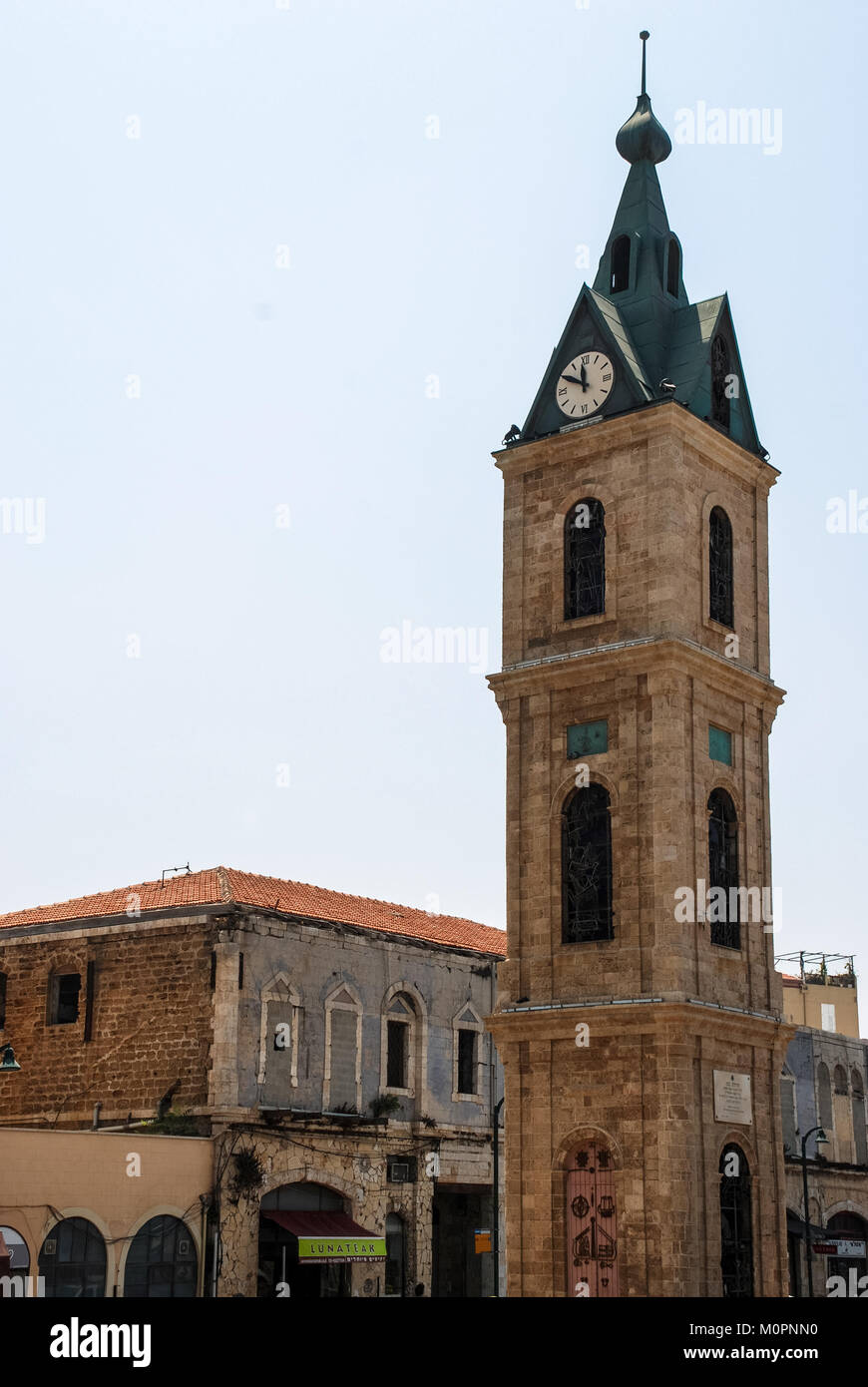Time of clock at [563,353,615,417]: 11:49
